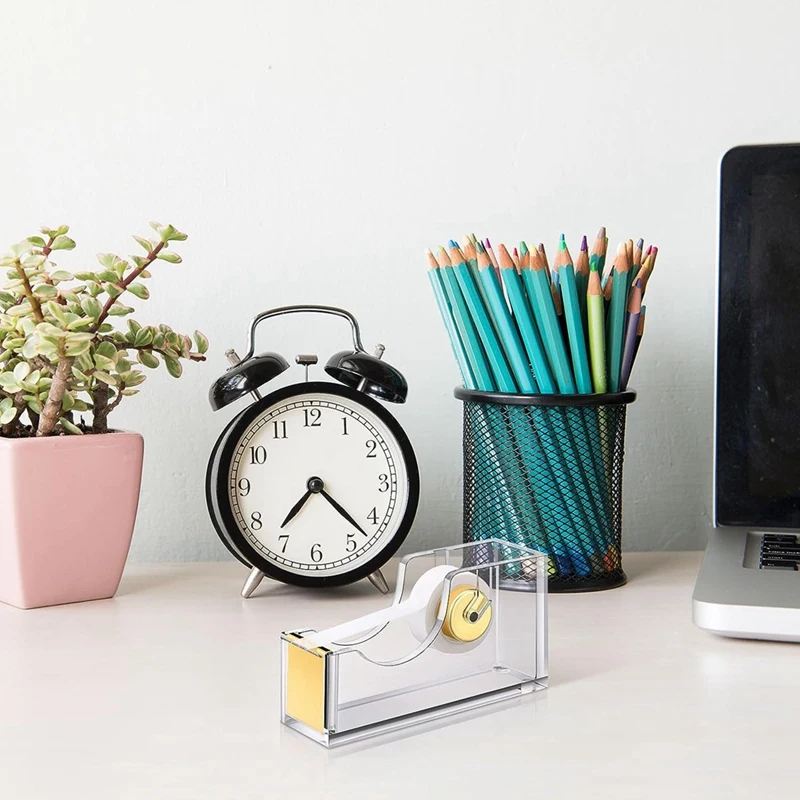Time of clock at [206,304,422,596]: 7:22
